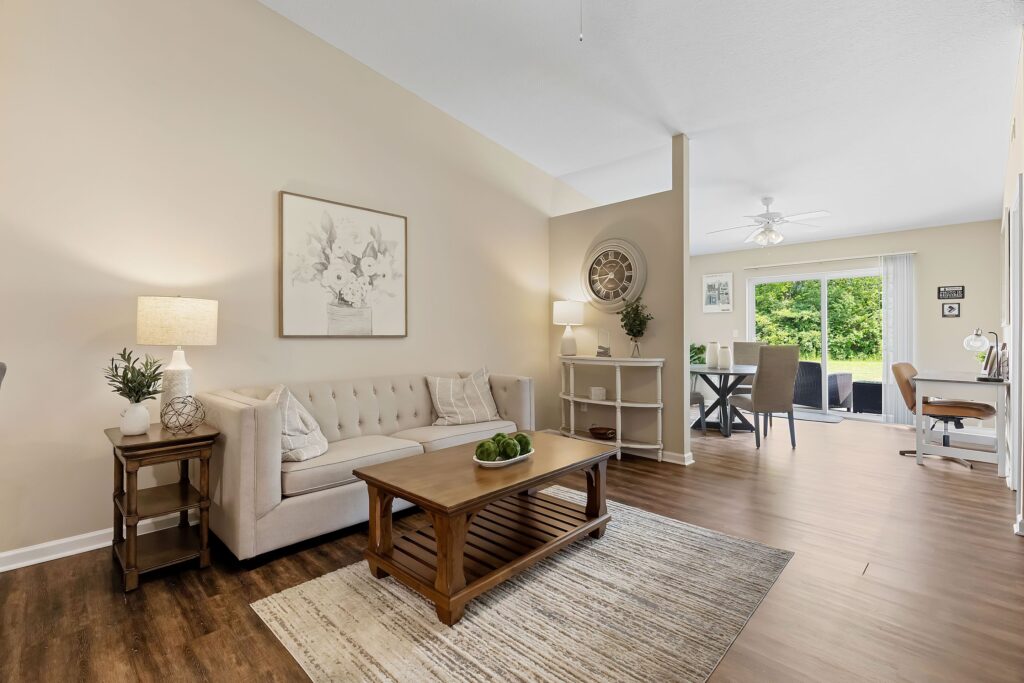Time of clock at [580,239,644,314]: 8:36
